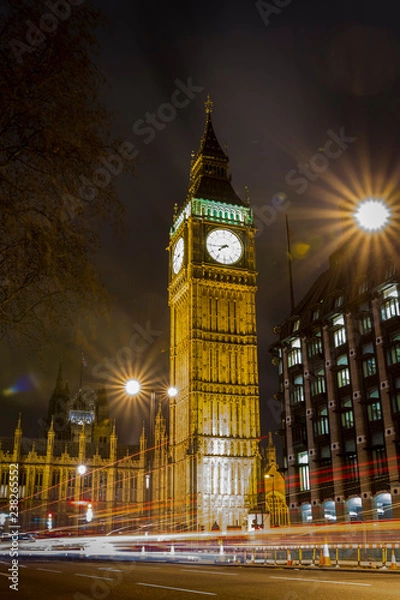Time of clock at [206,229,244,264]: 7:44
